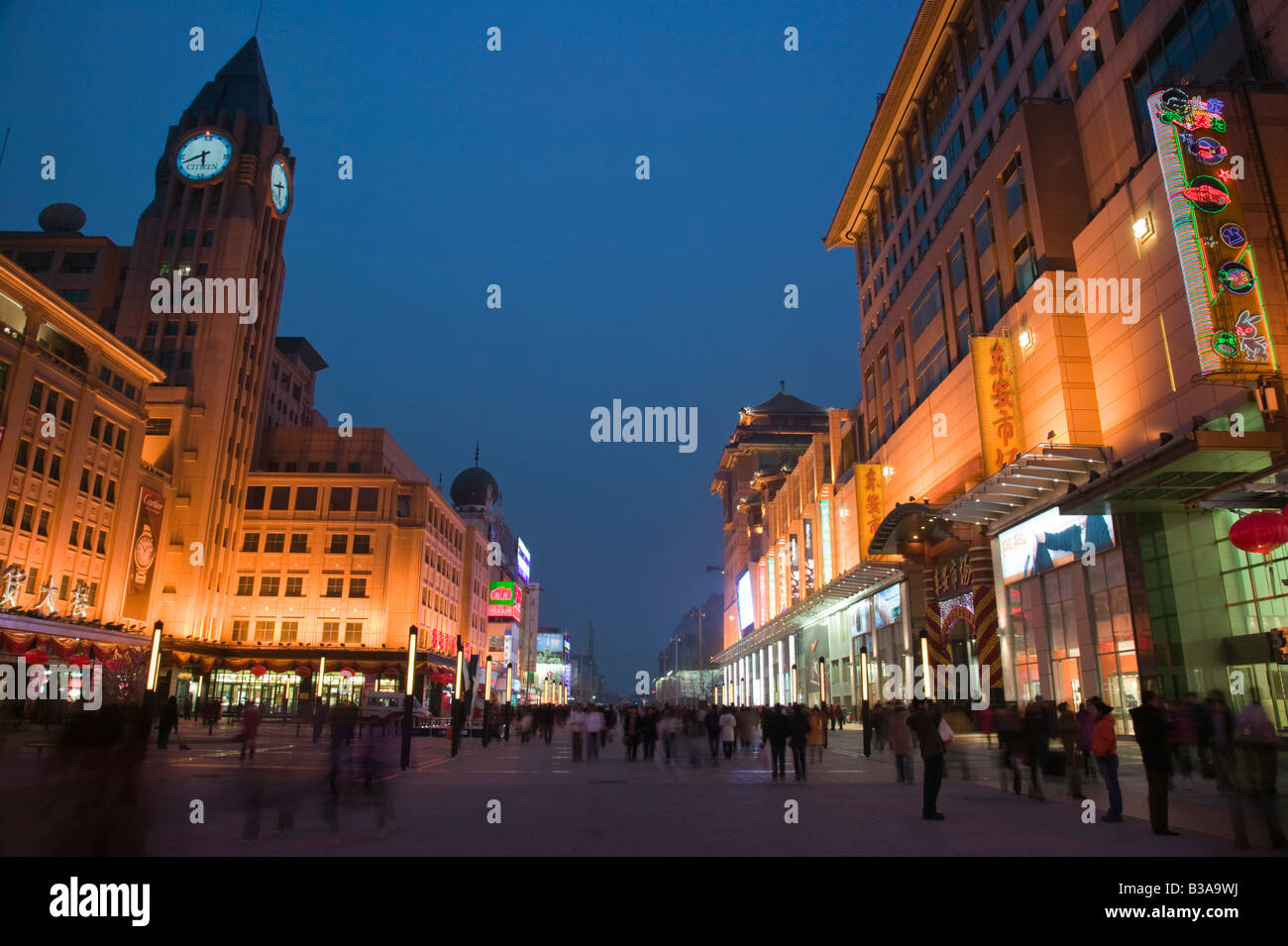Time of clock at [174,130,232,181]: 5:41
